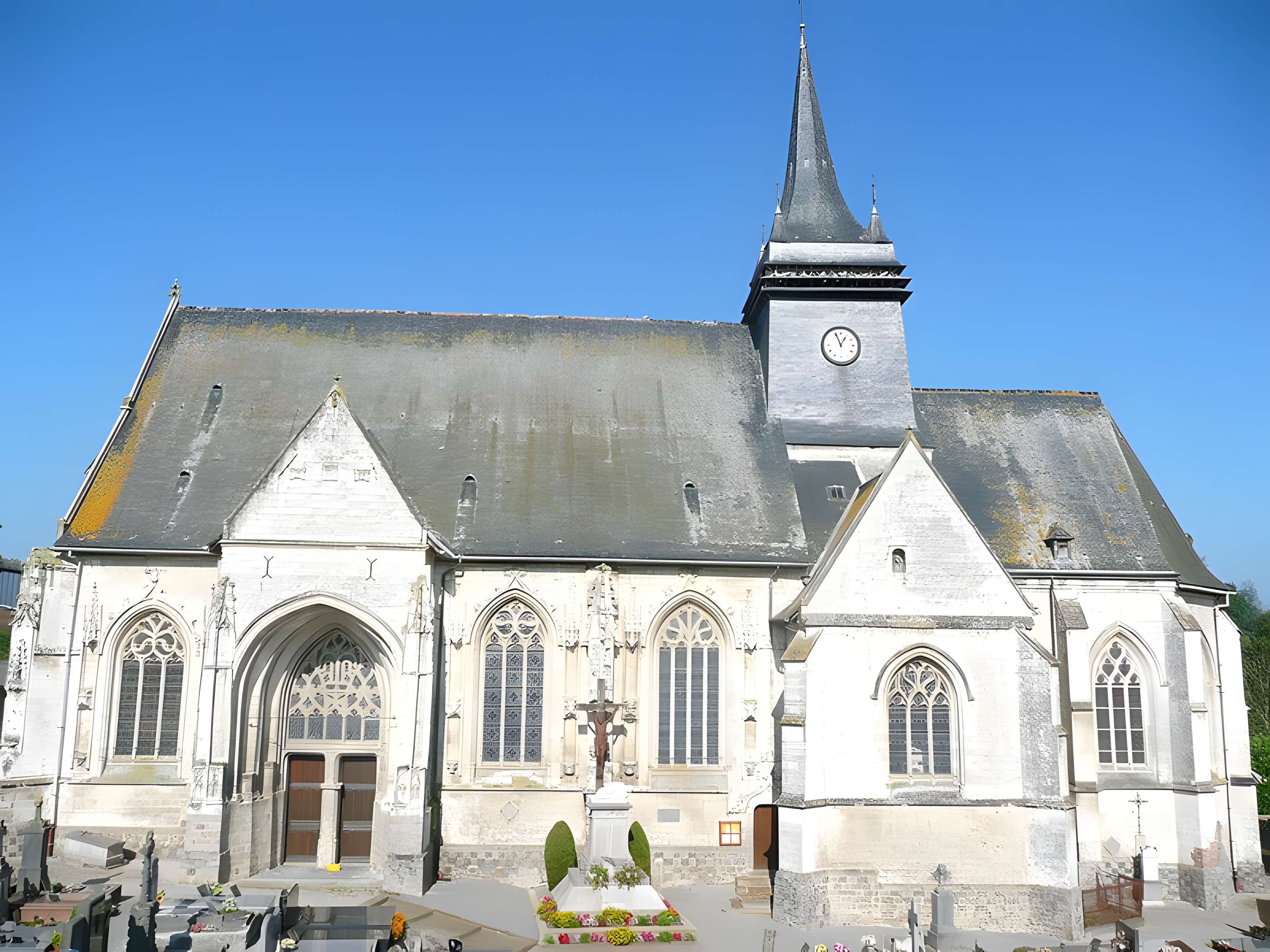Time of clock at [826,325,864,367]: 12:56
